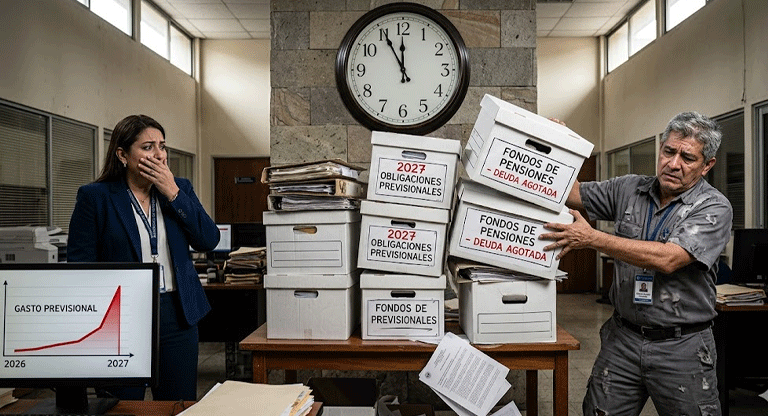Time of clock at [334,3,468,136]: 11:55
